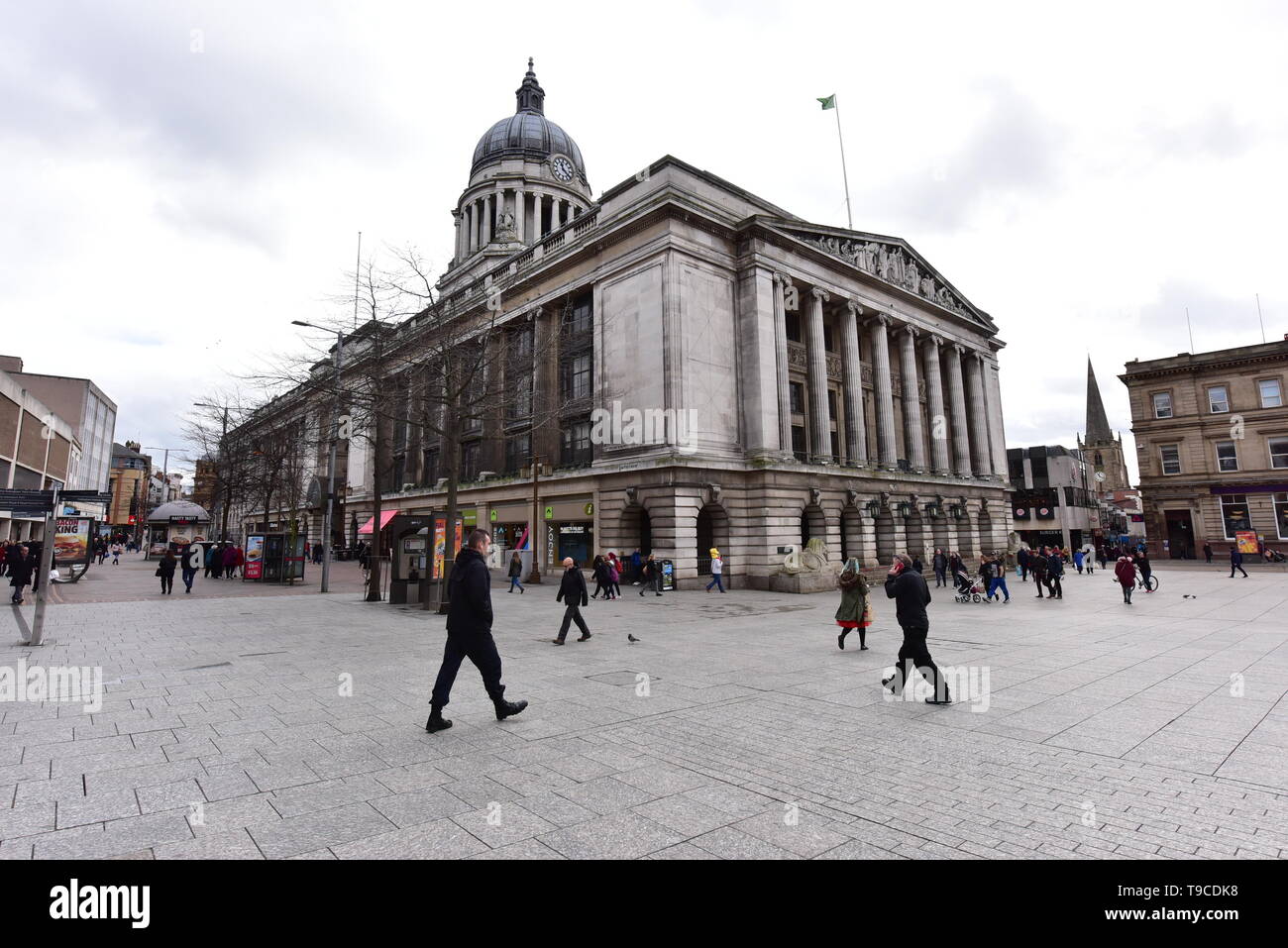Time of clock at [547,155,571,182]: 11:21
